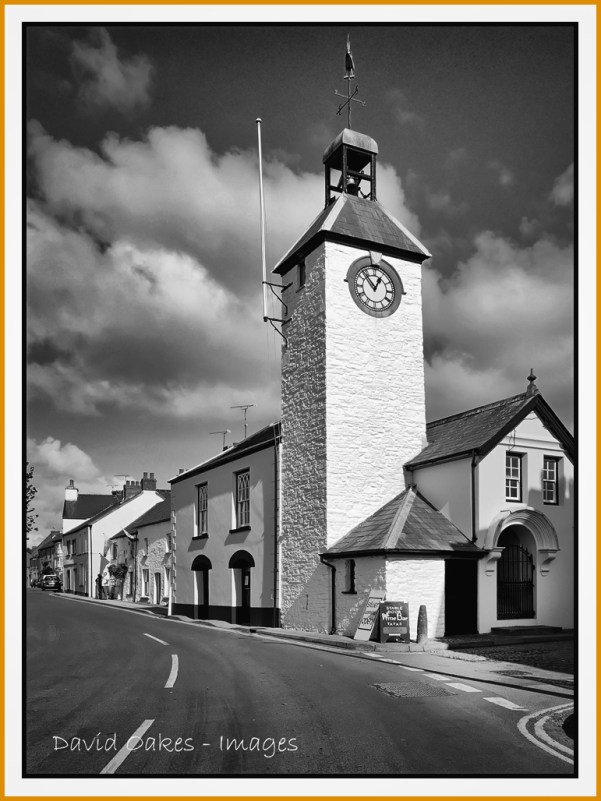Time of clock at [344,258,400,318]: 12:53
